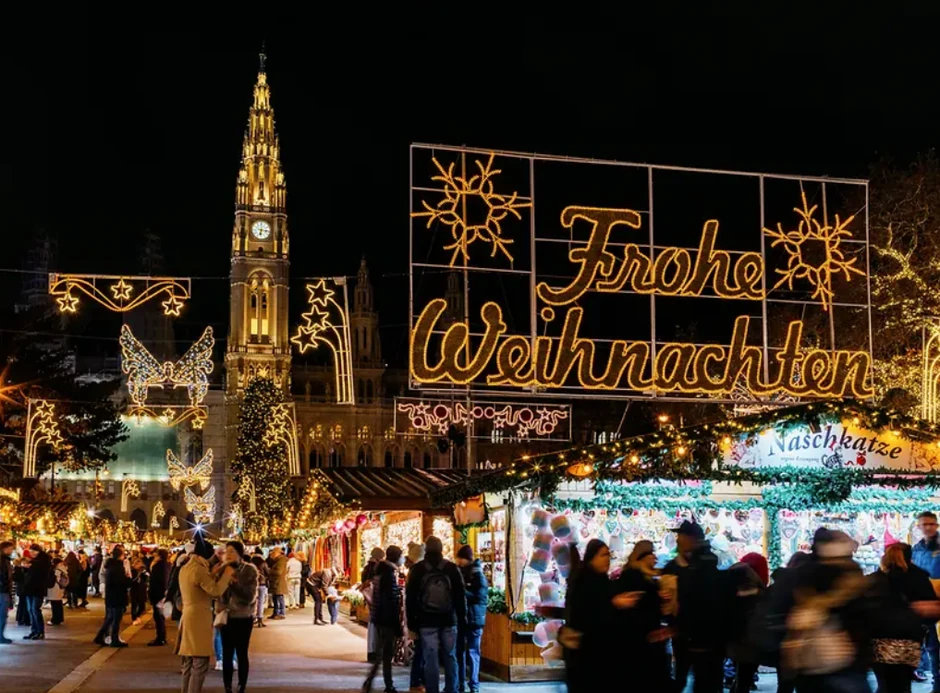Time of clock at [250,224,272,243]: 6:15
